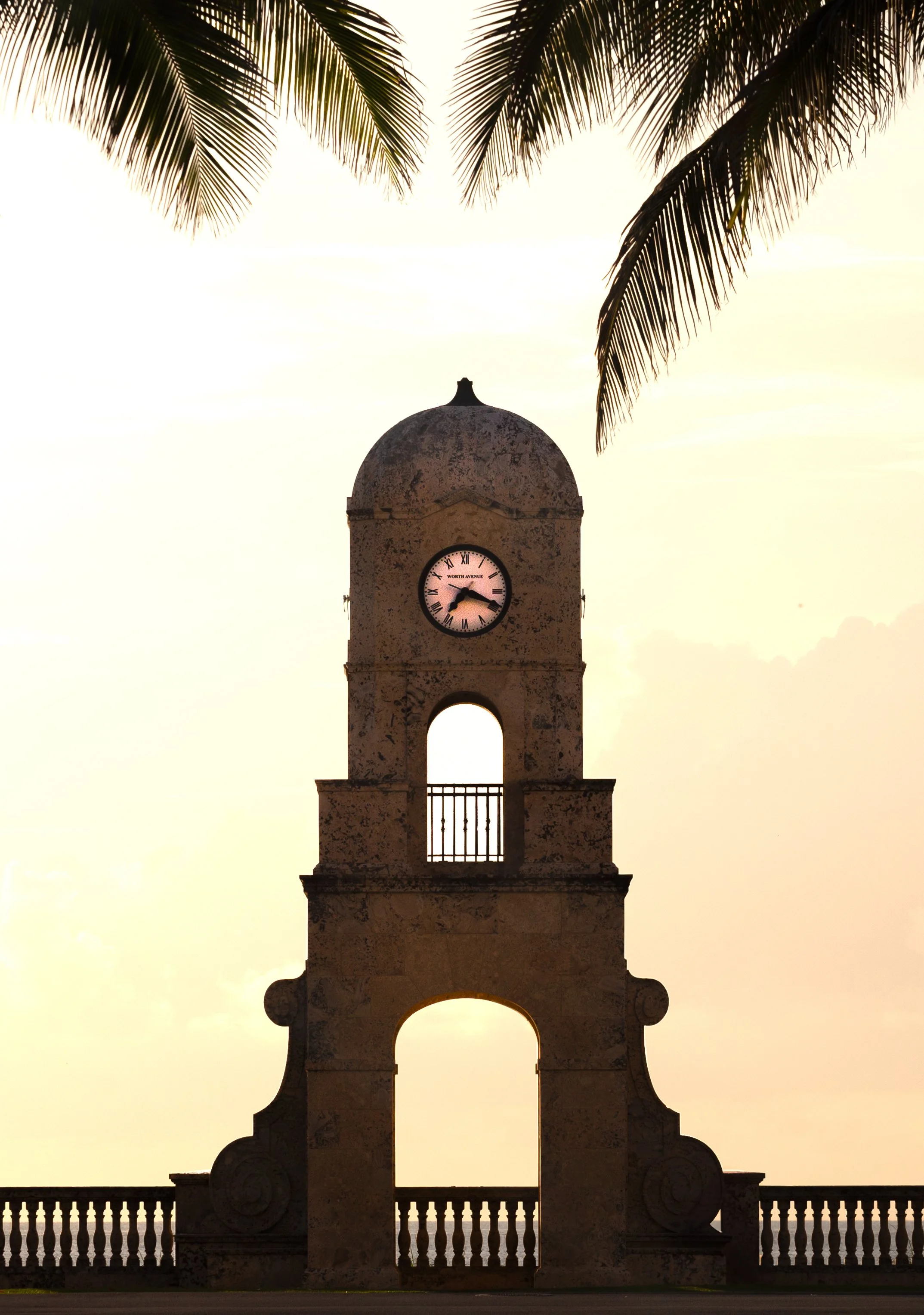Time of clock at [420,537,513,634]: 7:18
